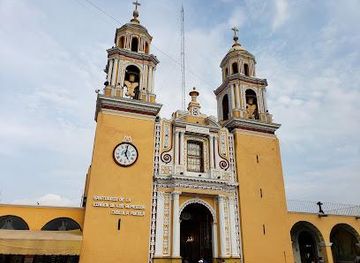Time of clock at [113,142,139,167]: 5:01
